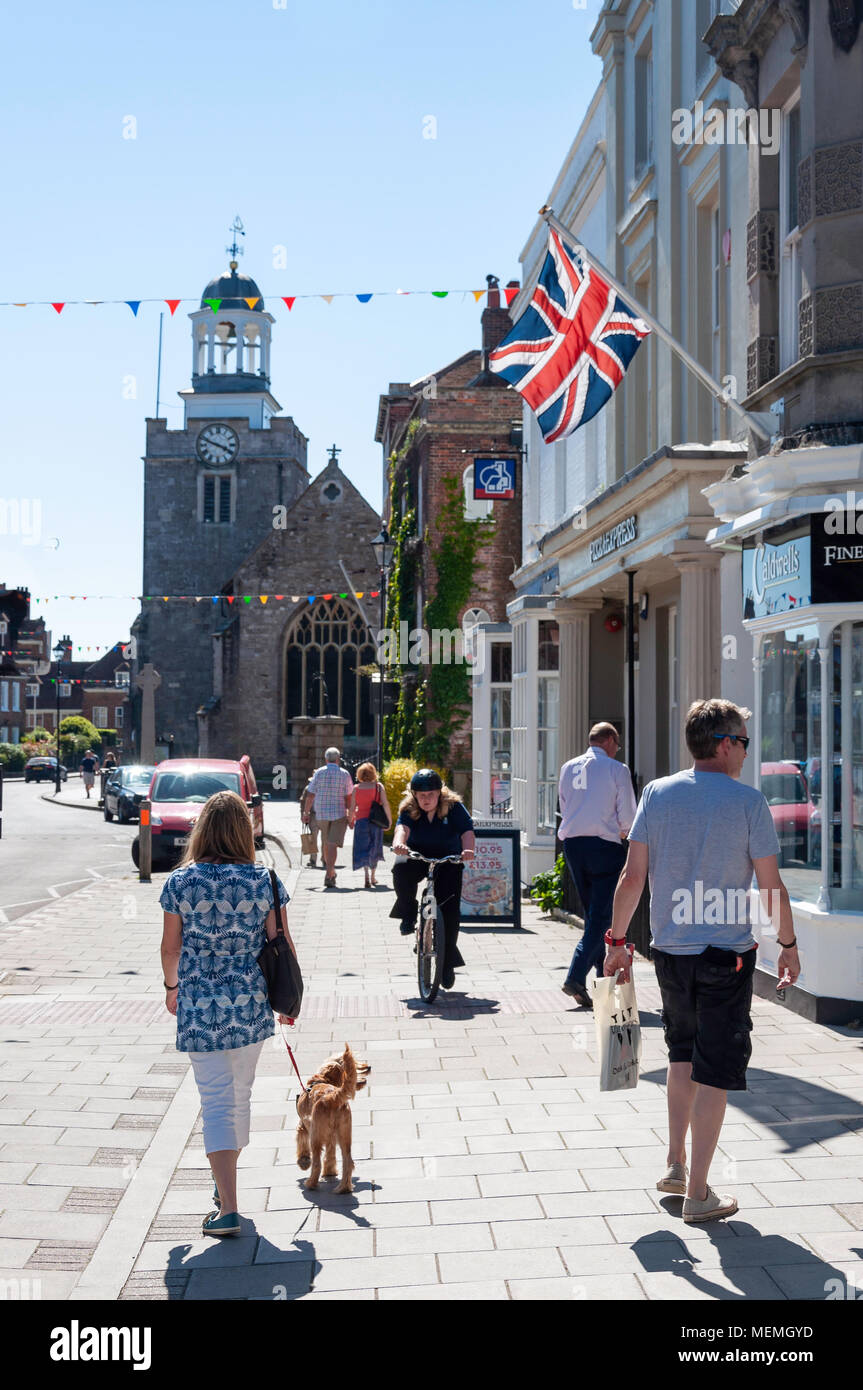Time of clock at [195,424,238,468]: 3:48
